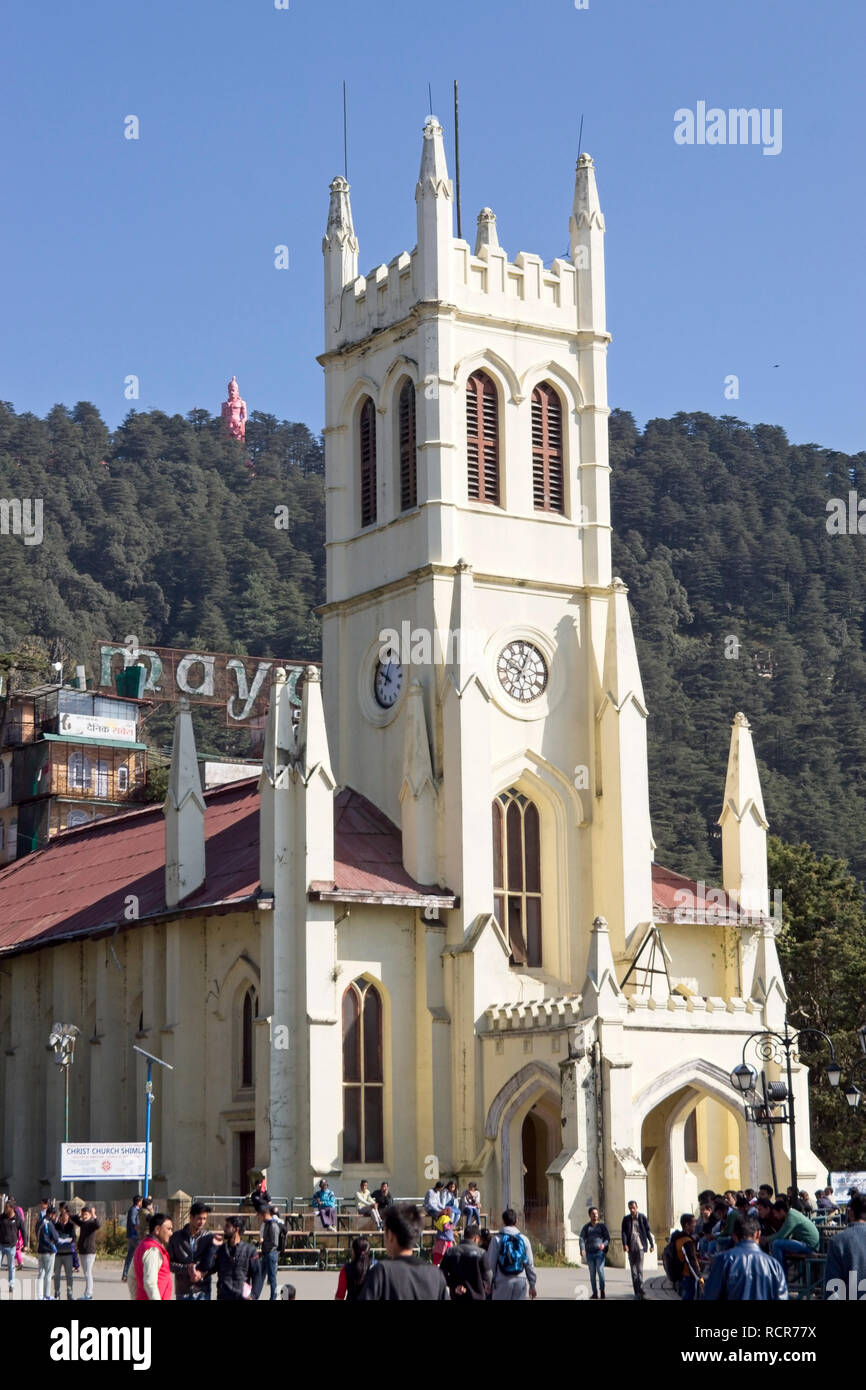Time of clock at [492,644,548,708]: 10:03
